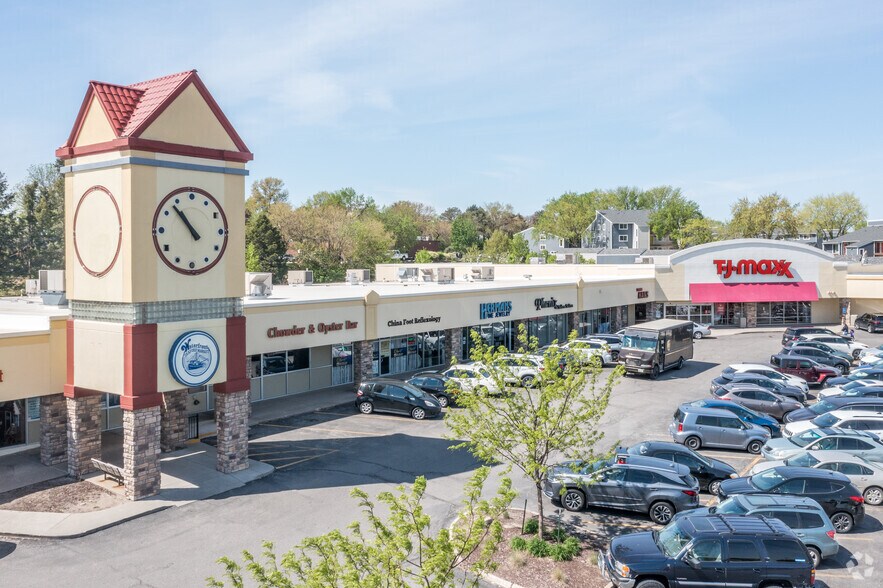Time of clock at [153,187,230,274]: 10:53
